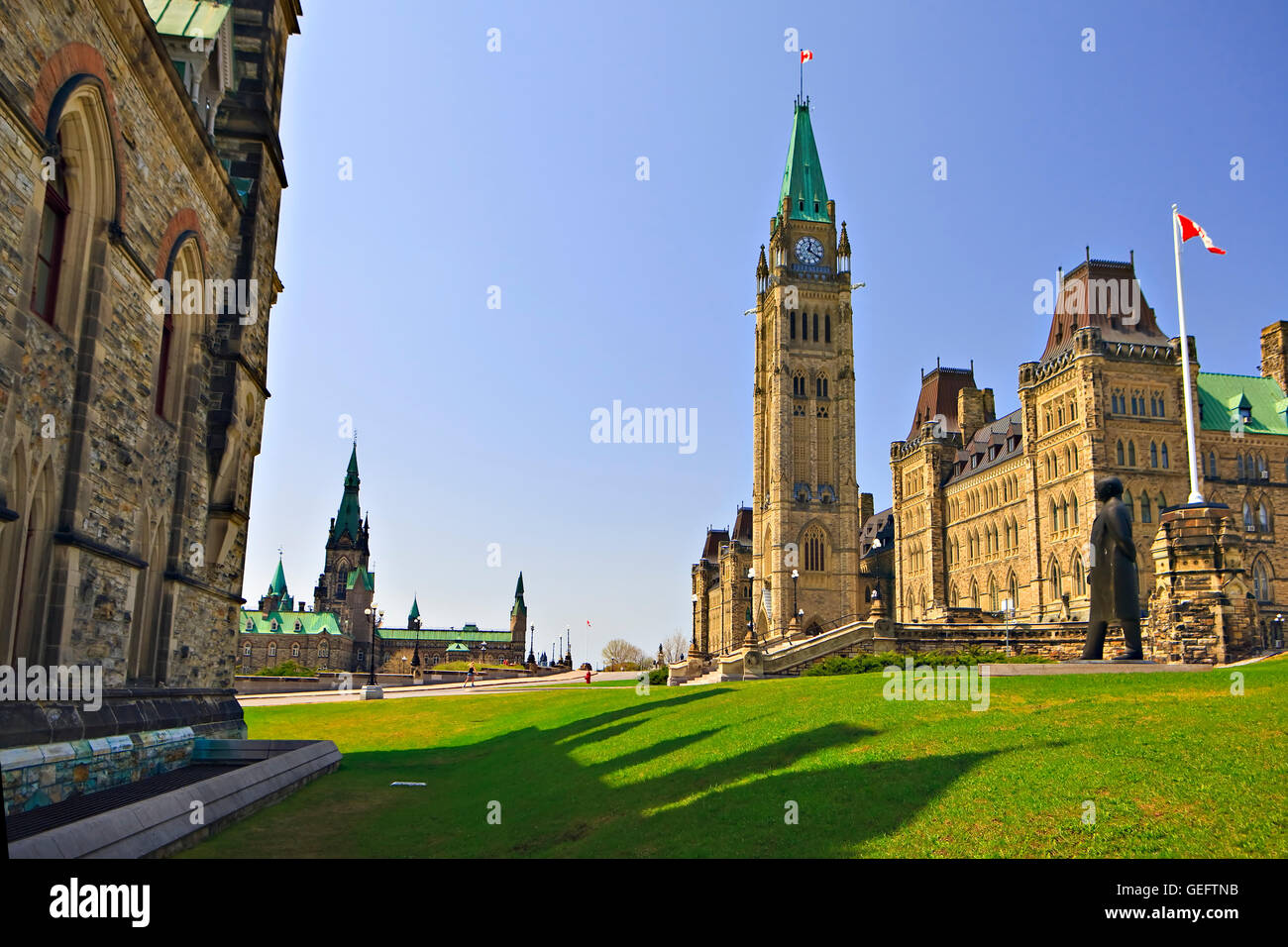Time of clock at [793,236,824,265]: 12:20
